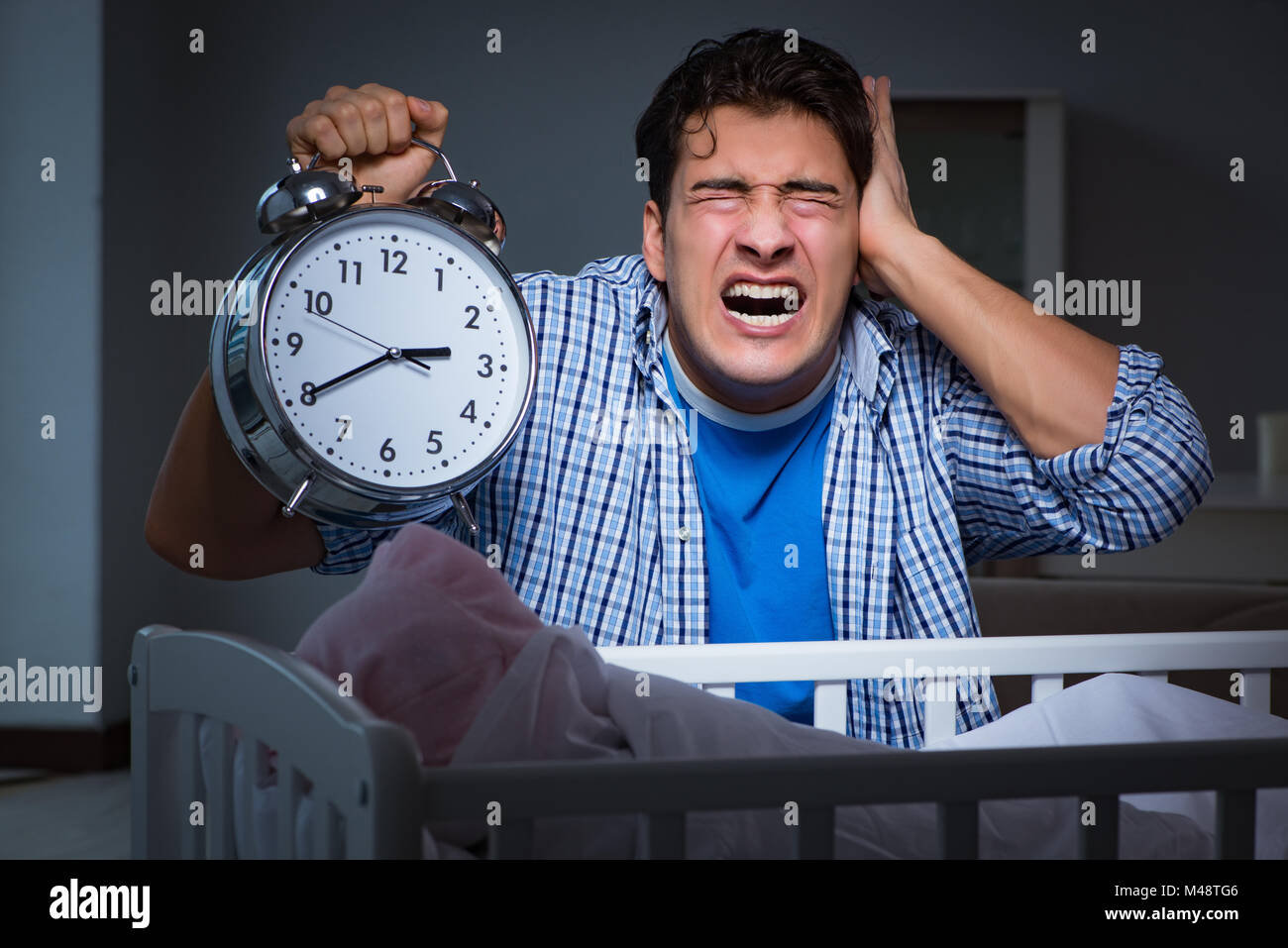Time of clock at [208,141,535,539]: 2:40
